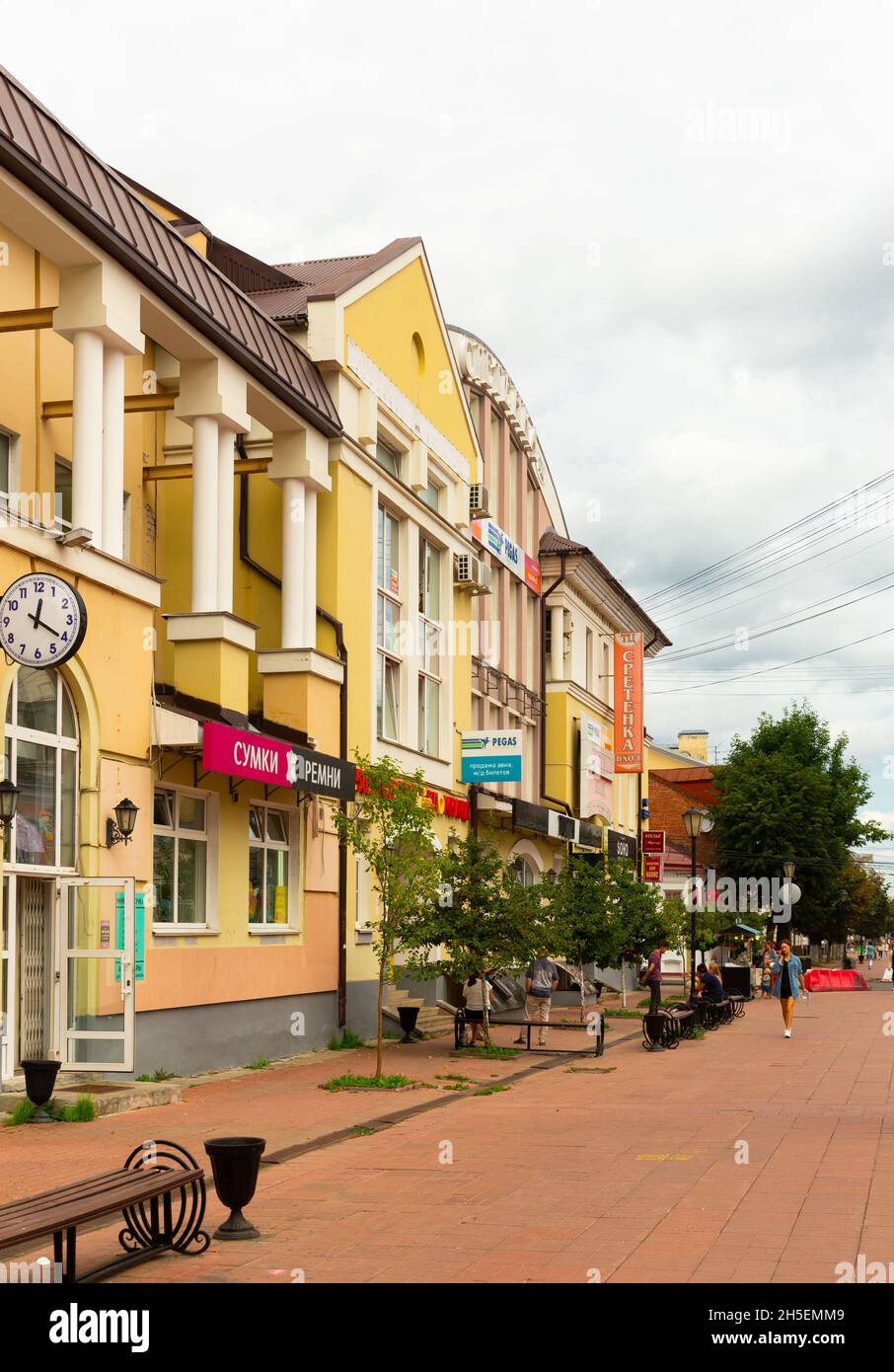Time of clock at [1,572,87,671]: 12:20
